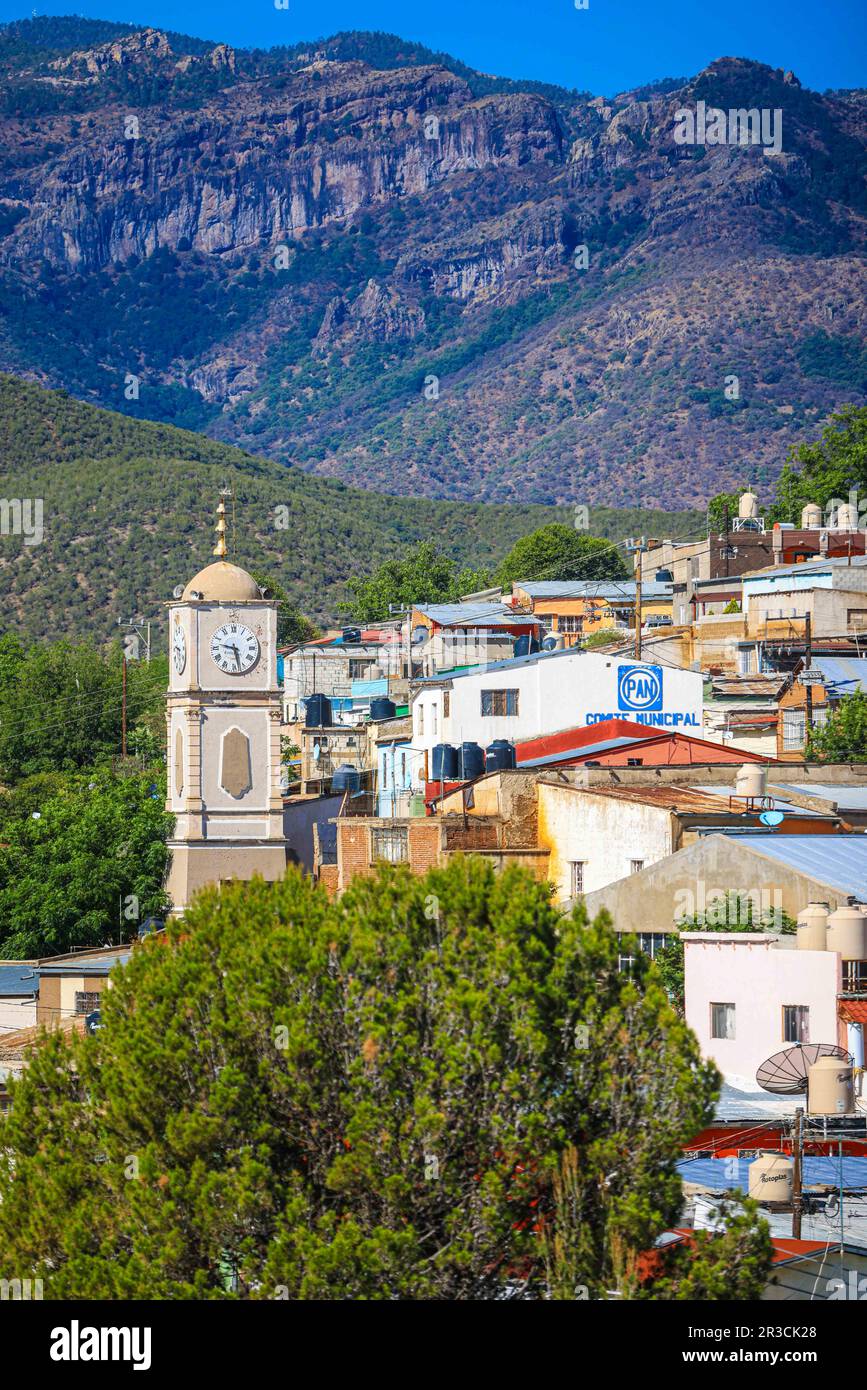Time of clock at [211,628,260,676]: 9:28
